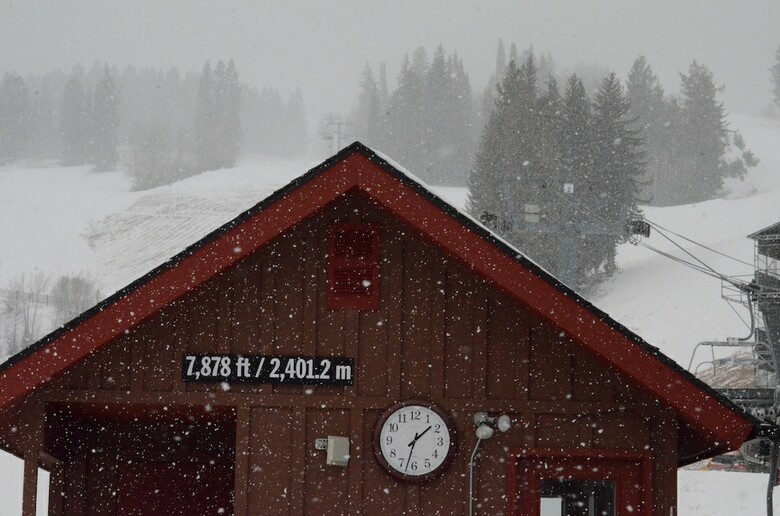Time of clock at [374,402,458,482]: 1:32
